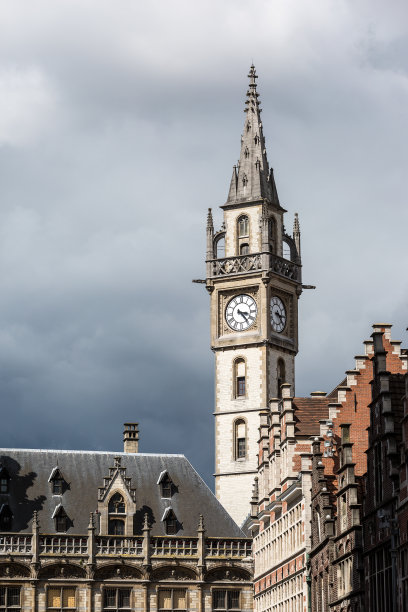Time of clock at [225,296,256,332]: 3:23
